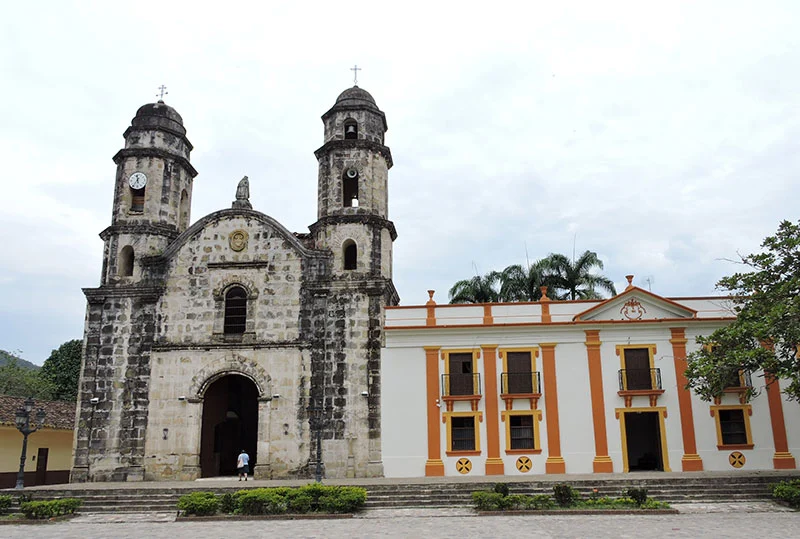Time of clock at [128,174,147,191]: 11:35
